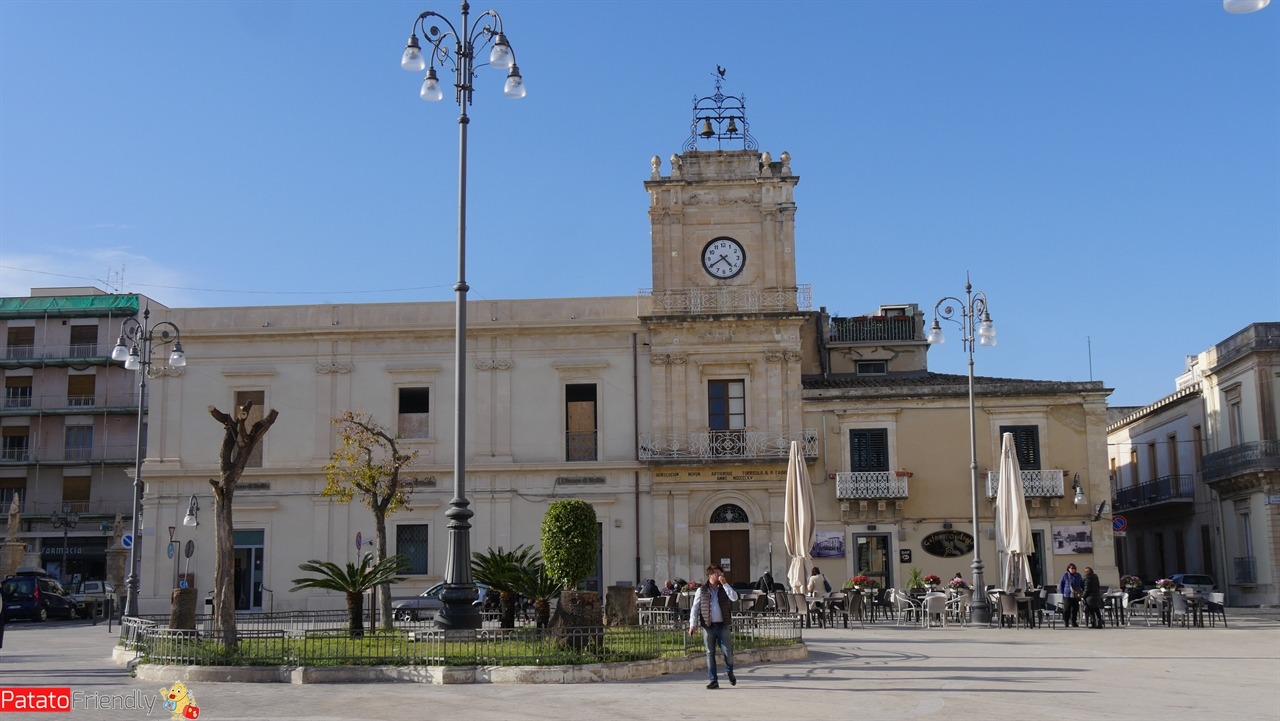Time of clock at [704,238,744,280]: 4:39
